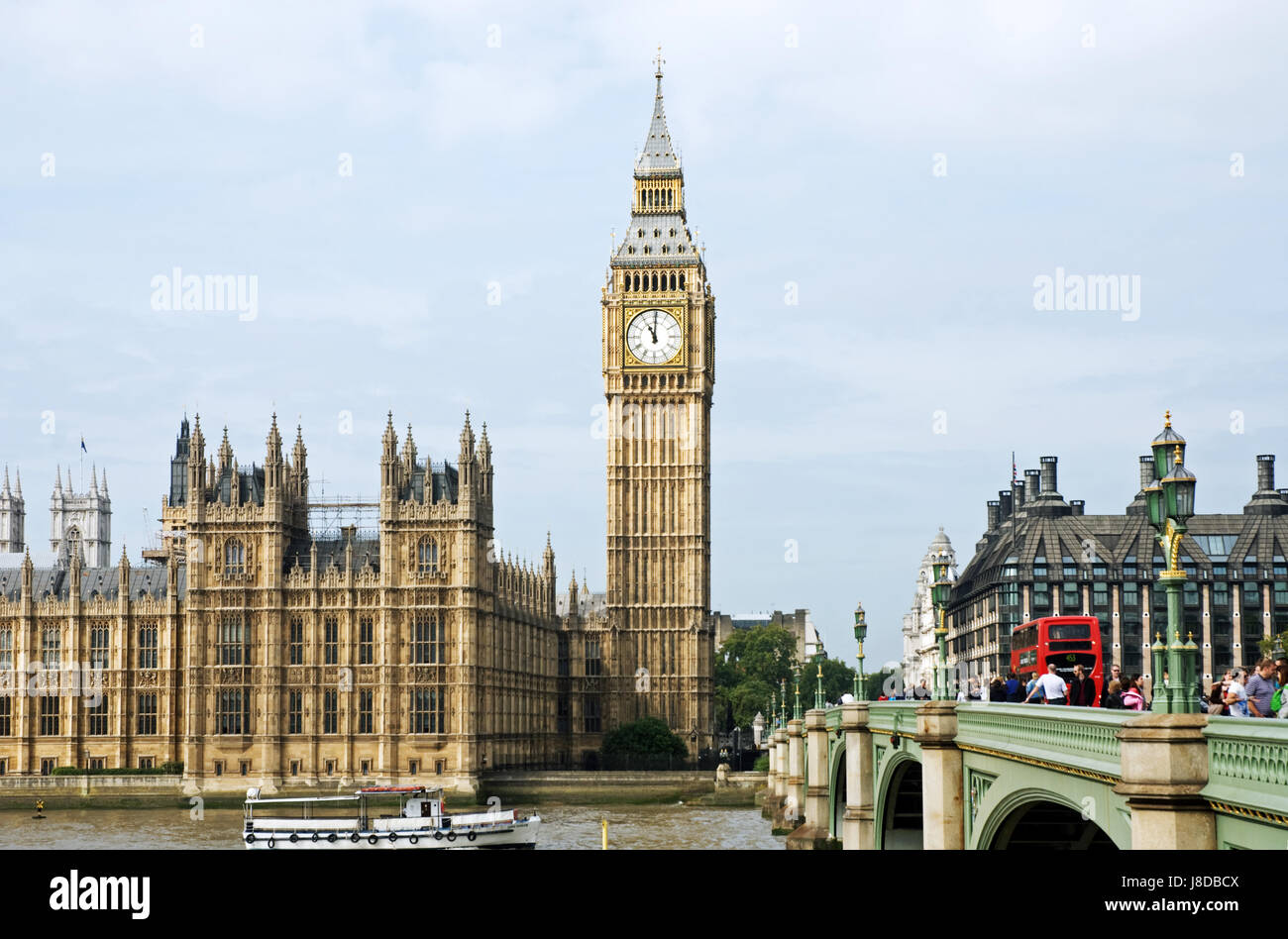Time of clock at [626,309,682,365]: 11:00
